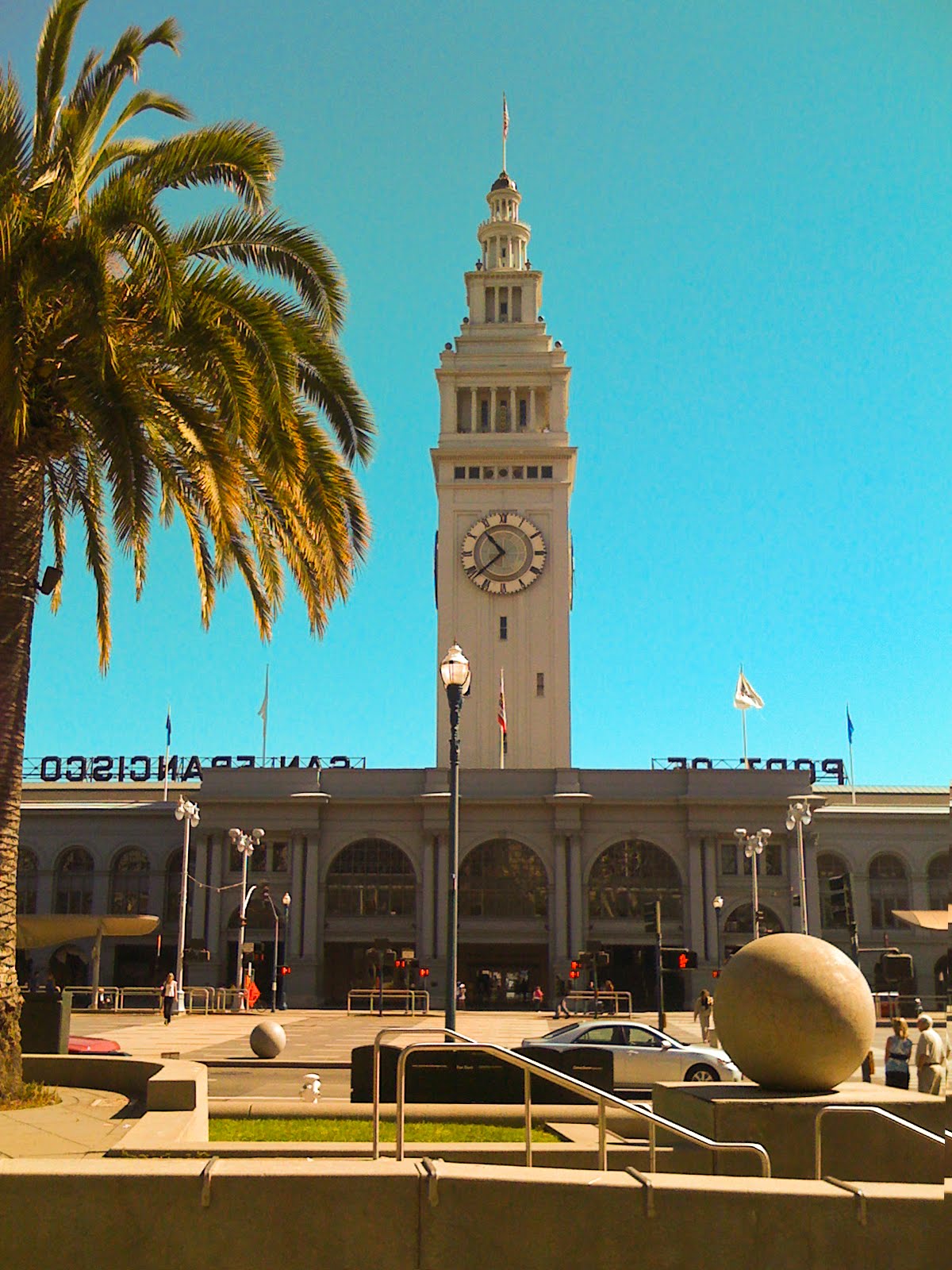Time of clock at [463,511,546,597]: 10:38
